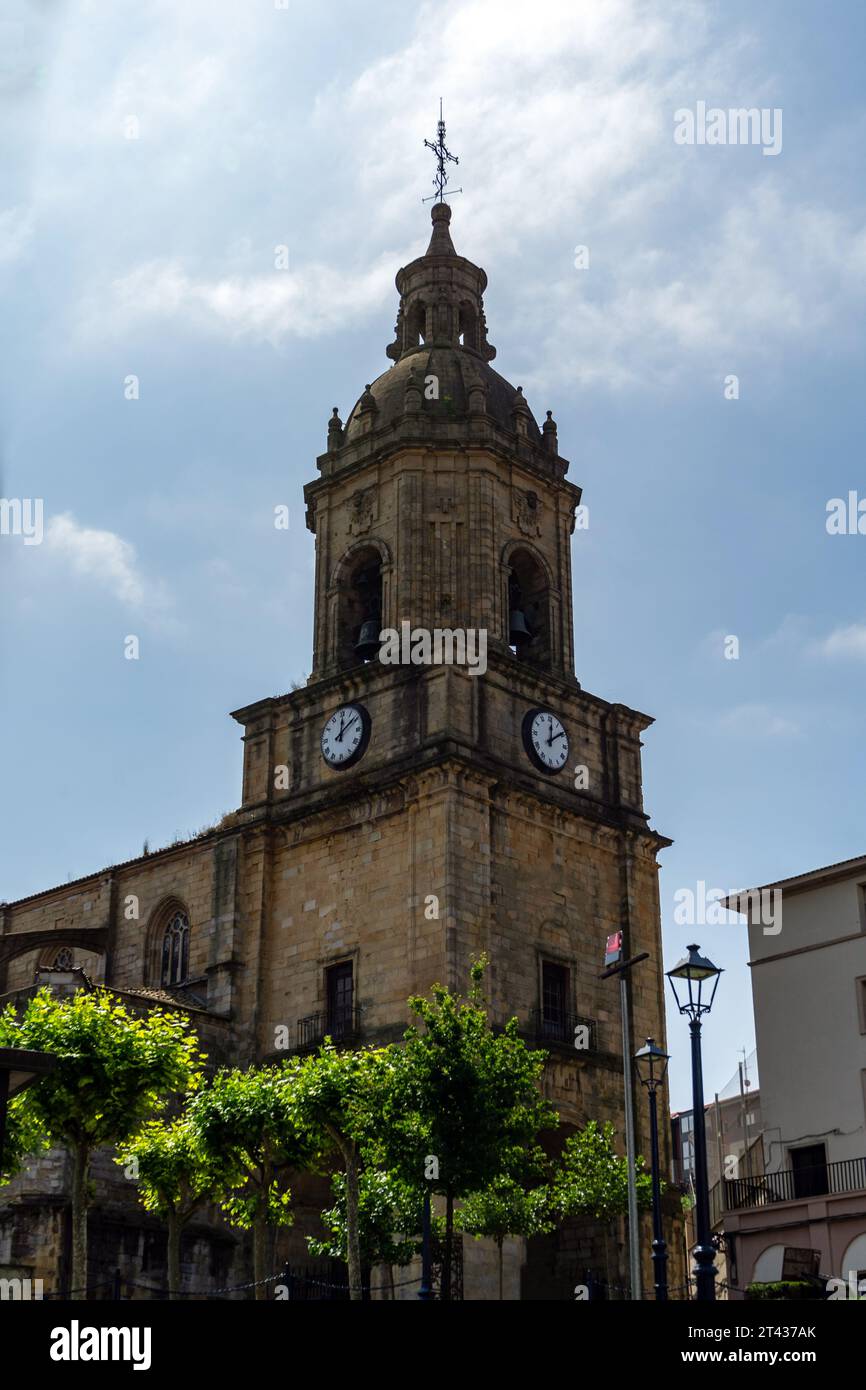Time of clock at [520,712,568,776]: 12:09
